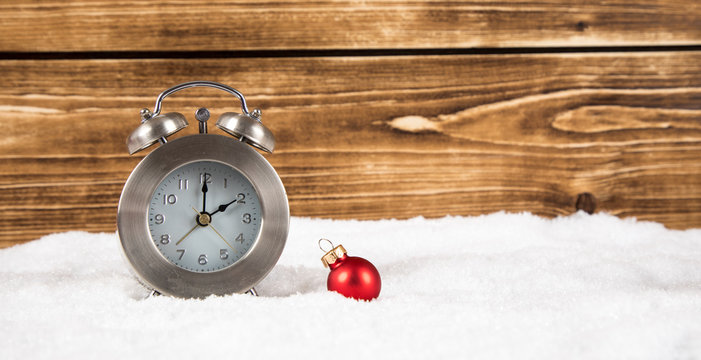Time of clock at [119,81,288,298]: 2:00
